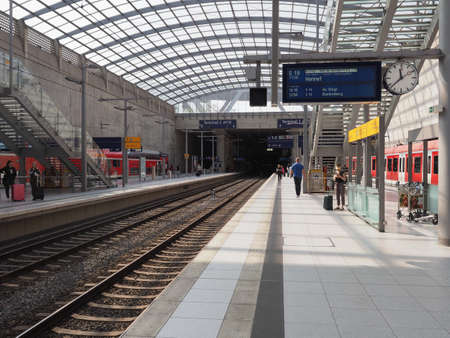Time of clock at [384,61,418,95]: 11:37
